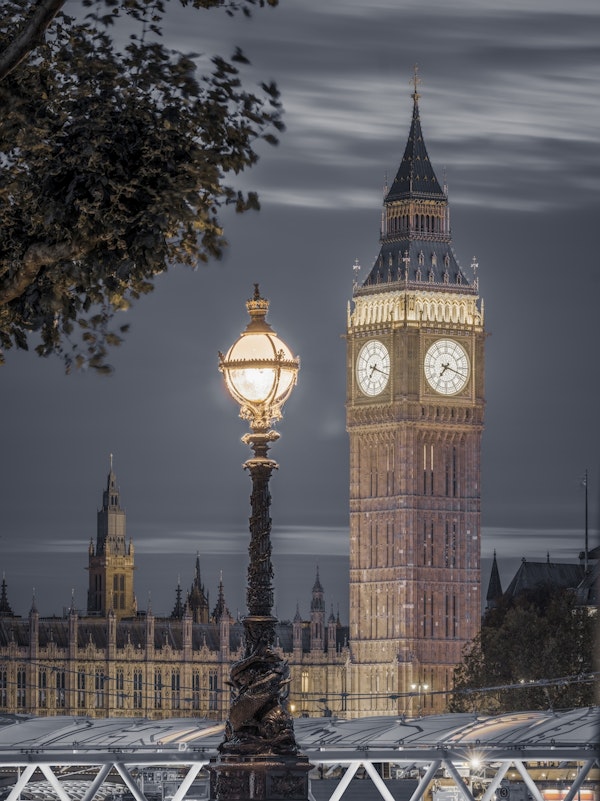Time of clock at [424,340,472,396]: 7:17
